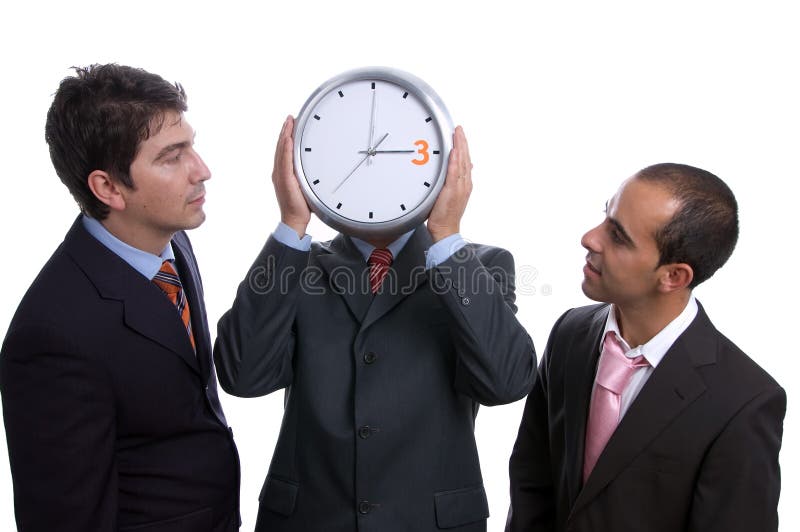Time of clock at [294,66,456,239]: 3:00
